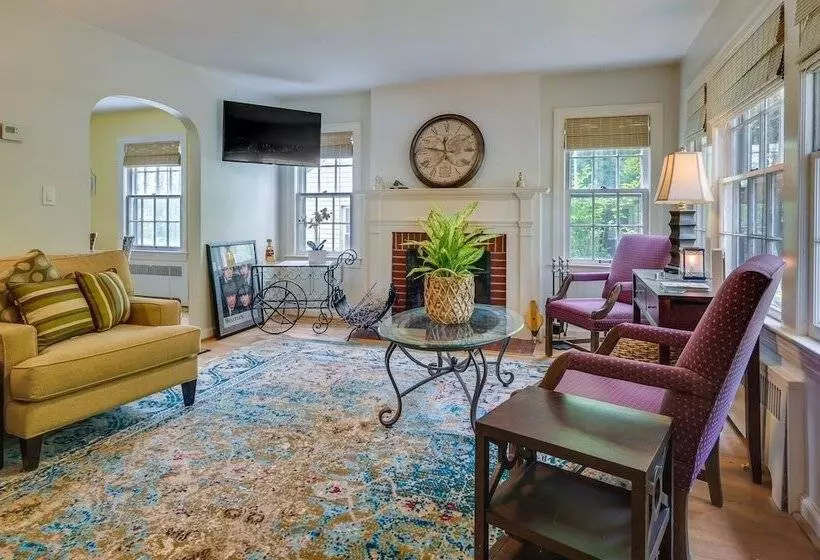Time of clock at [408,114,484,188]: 11:47
